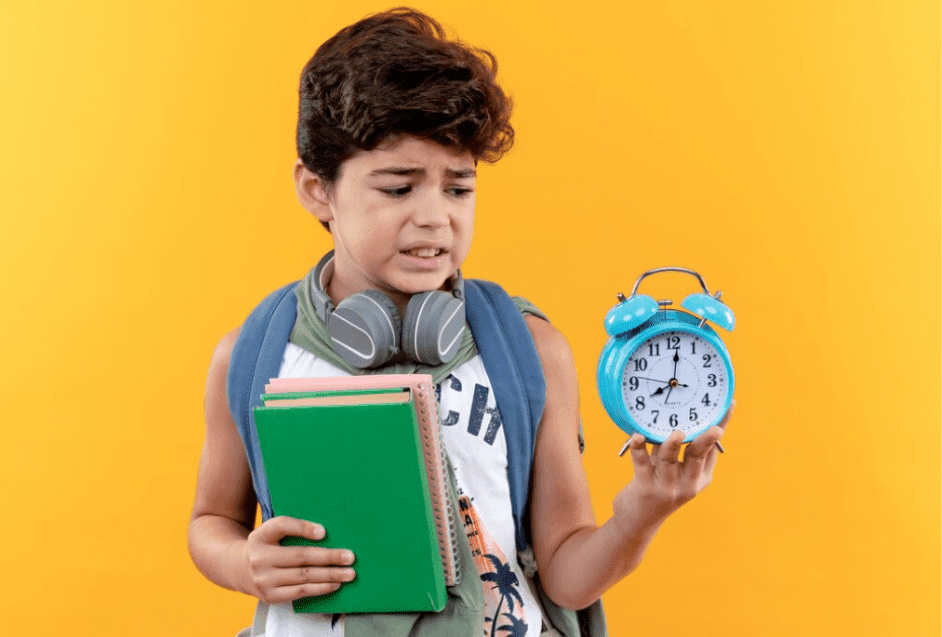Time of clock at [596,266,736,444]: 8:01
